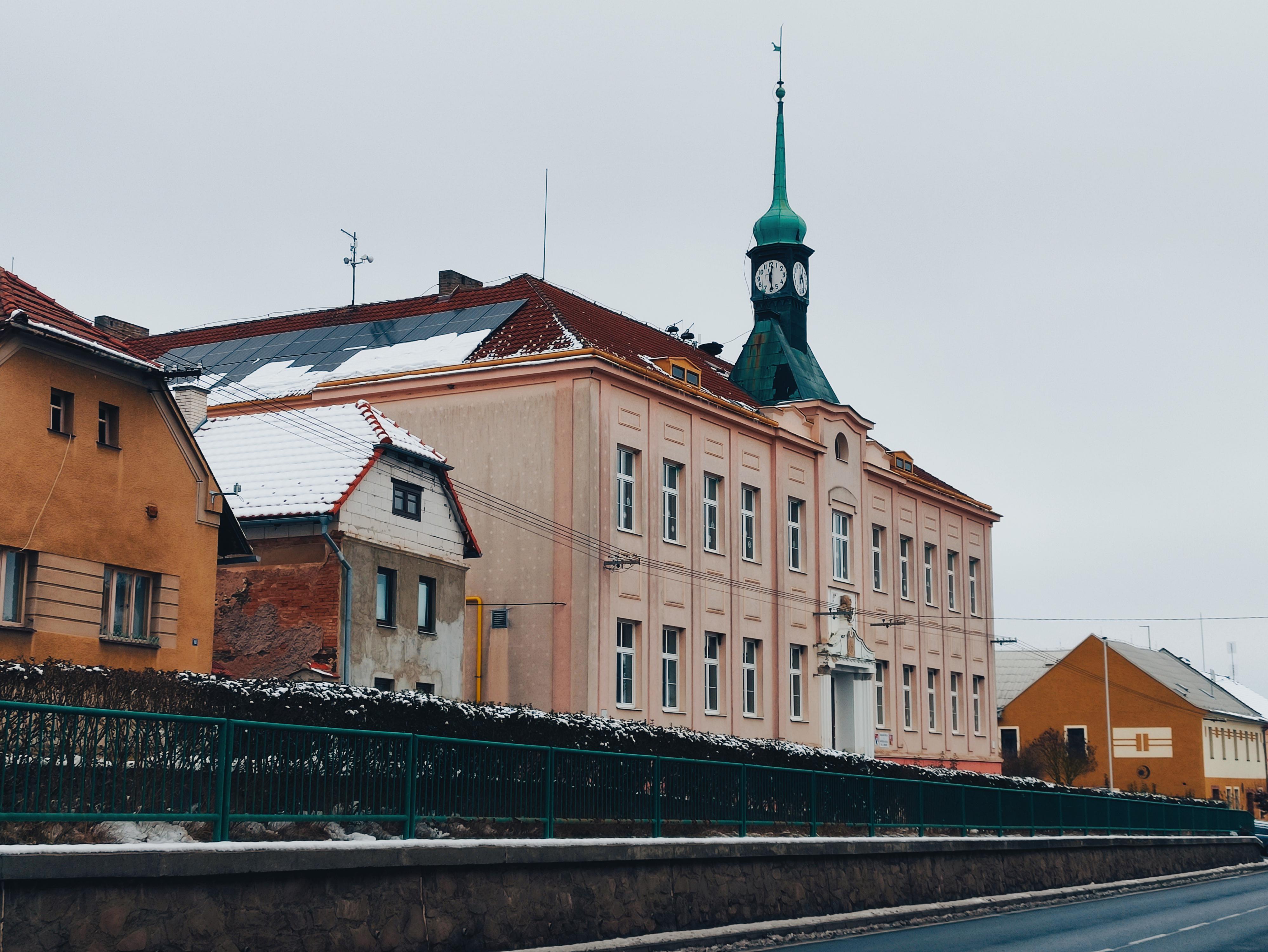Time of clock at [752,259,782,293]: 12:28
